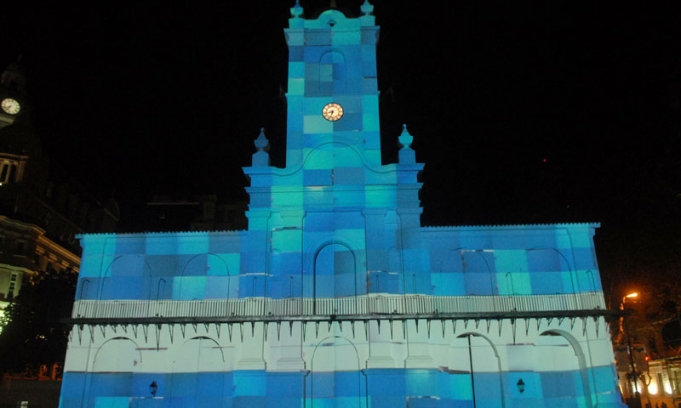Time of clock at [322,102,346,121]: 8:33
